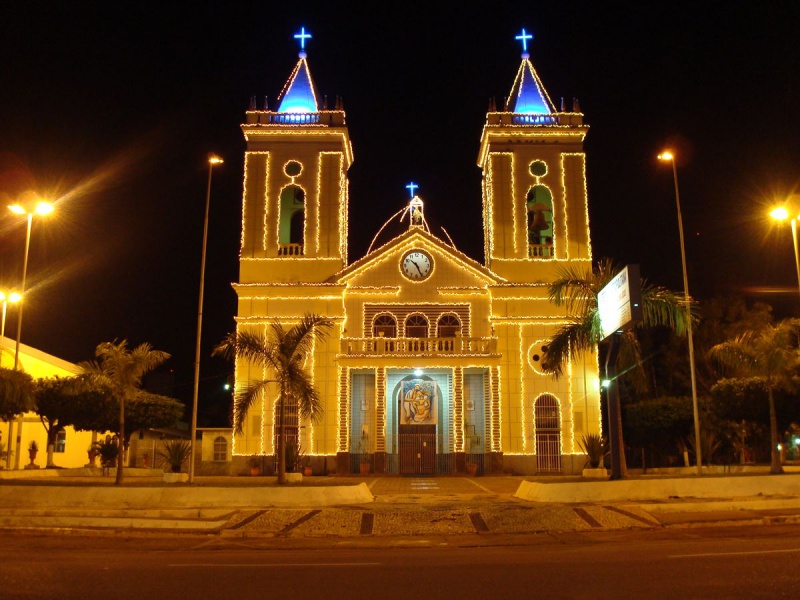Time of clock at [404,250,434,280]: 10:25
